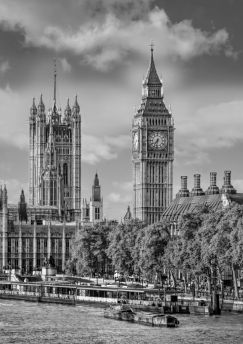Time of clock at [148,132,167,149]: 7:32
